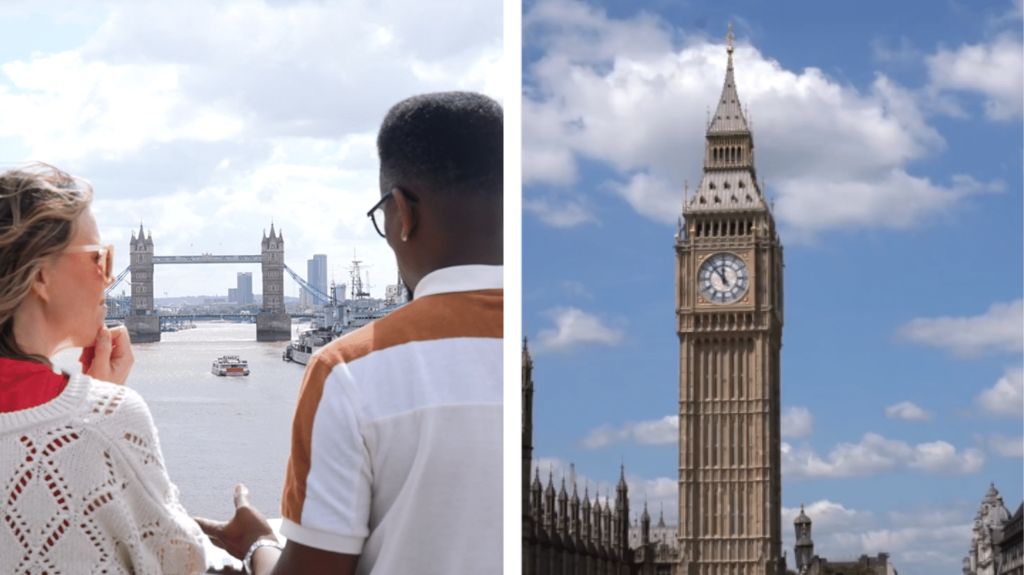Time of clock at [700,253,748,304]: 11:53
